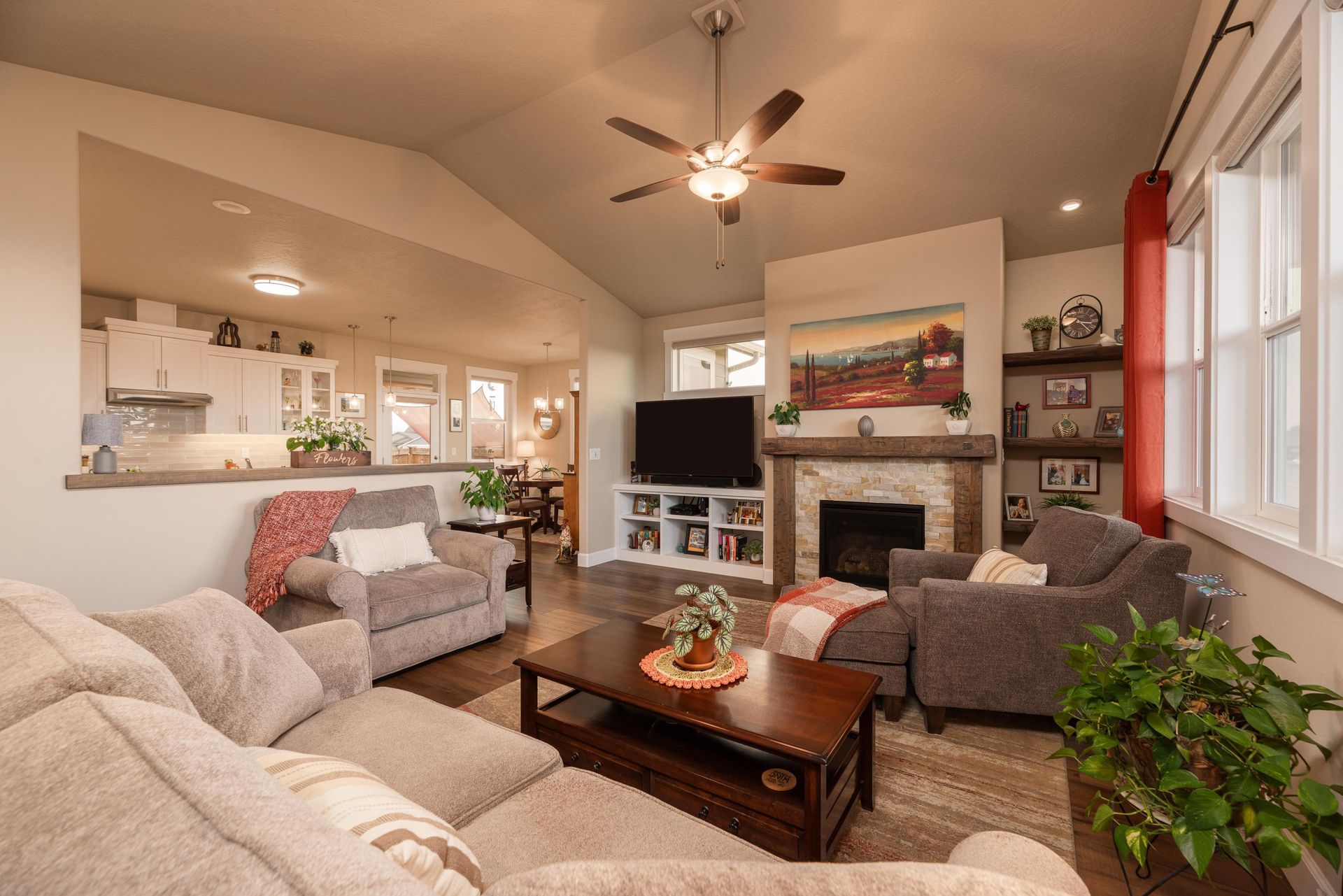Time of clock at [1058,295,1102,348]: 3:23
